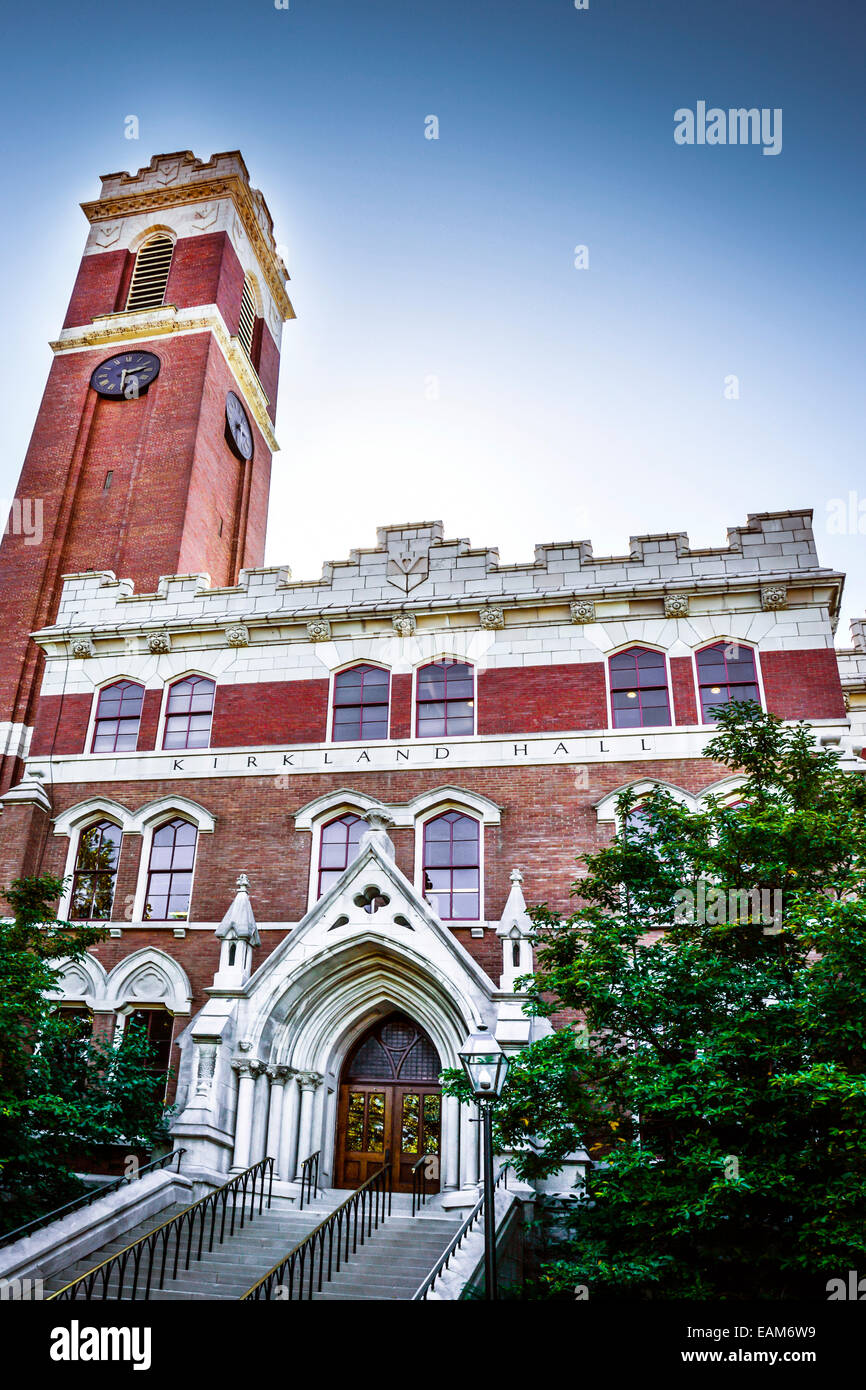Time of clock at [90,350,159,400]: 2:29
